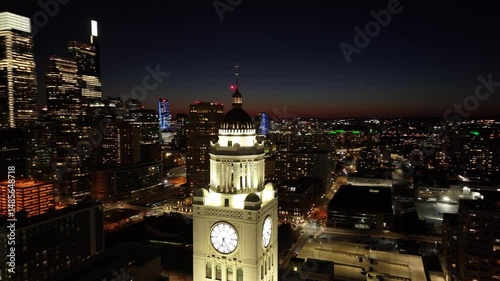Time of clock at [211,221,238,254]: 6:25
